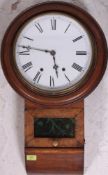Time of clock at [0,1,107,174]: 5:46
